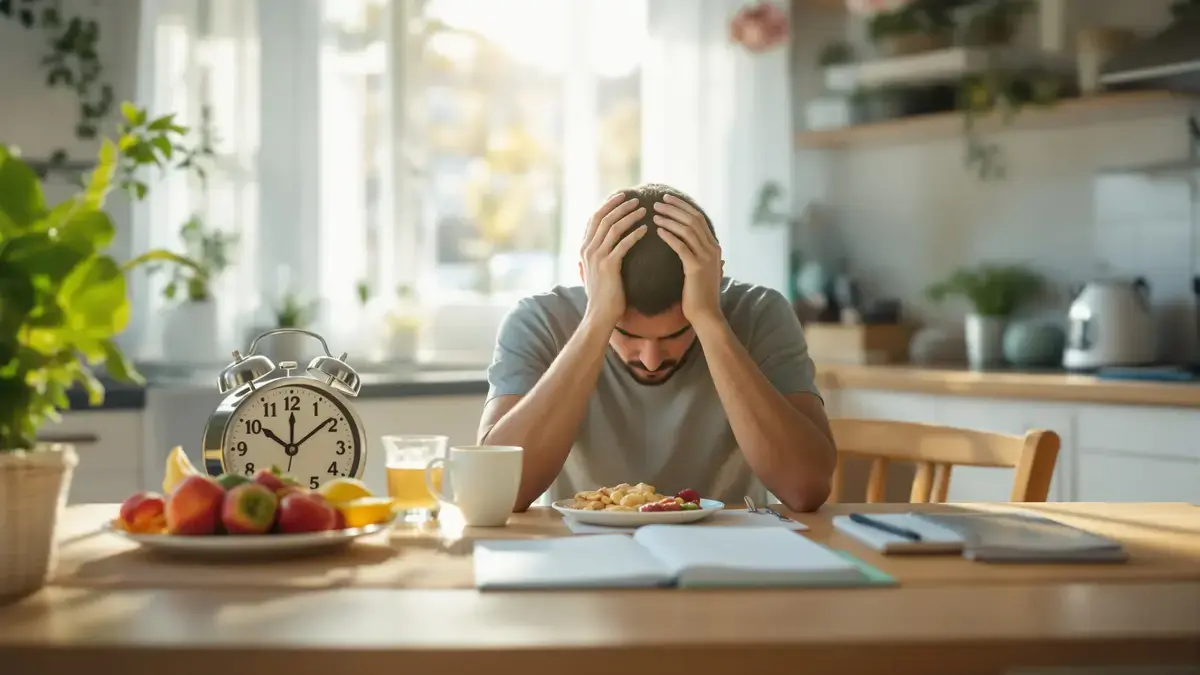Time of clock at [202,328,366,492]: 10:08
